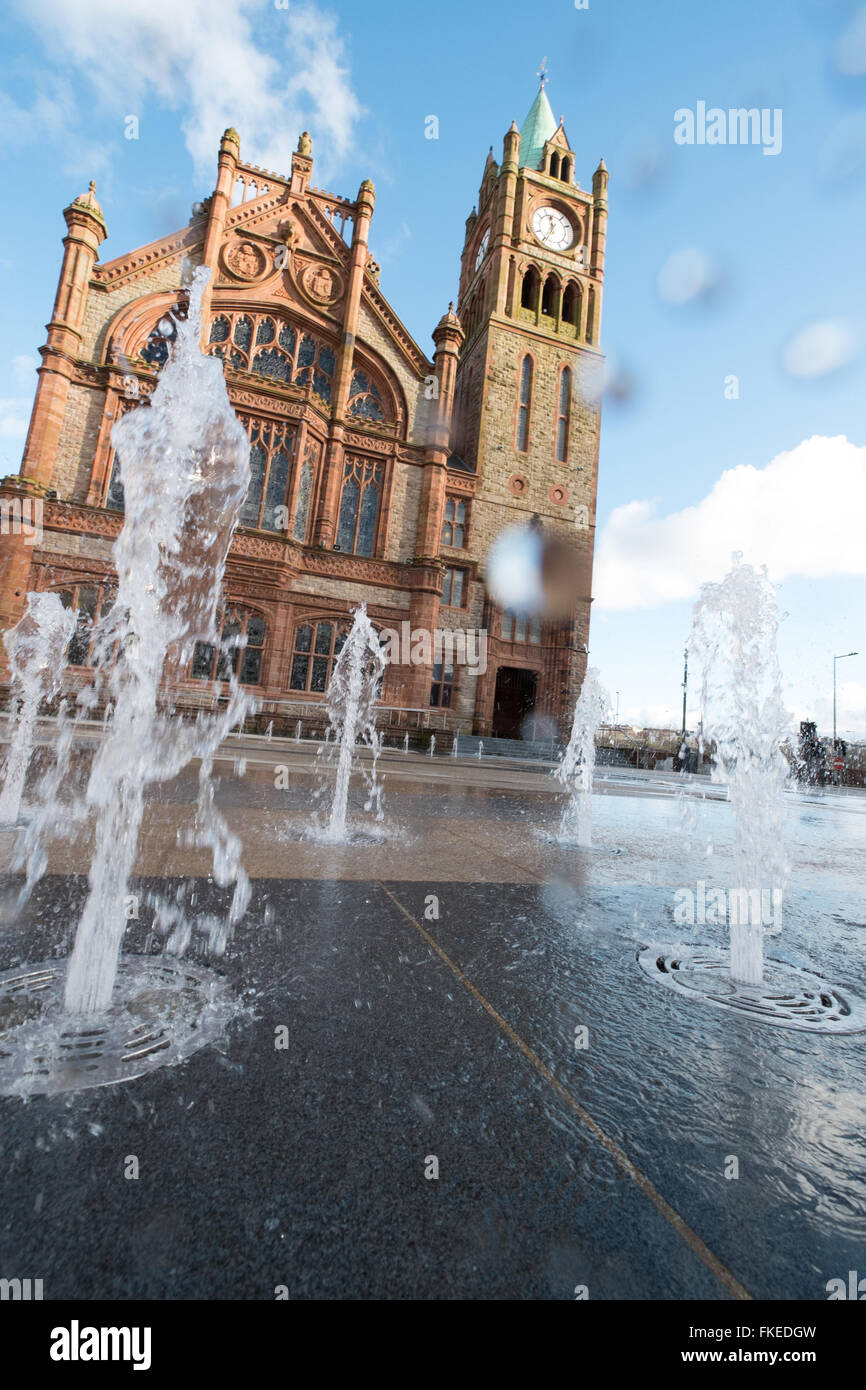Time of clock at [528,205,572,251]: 11:34
